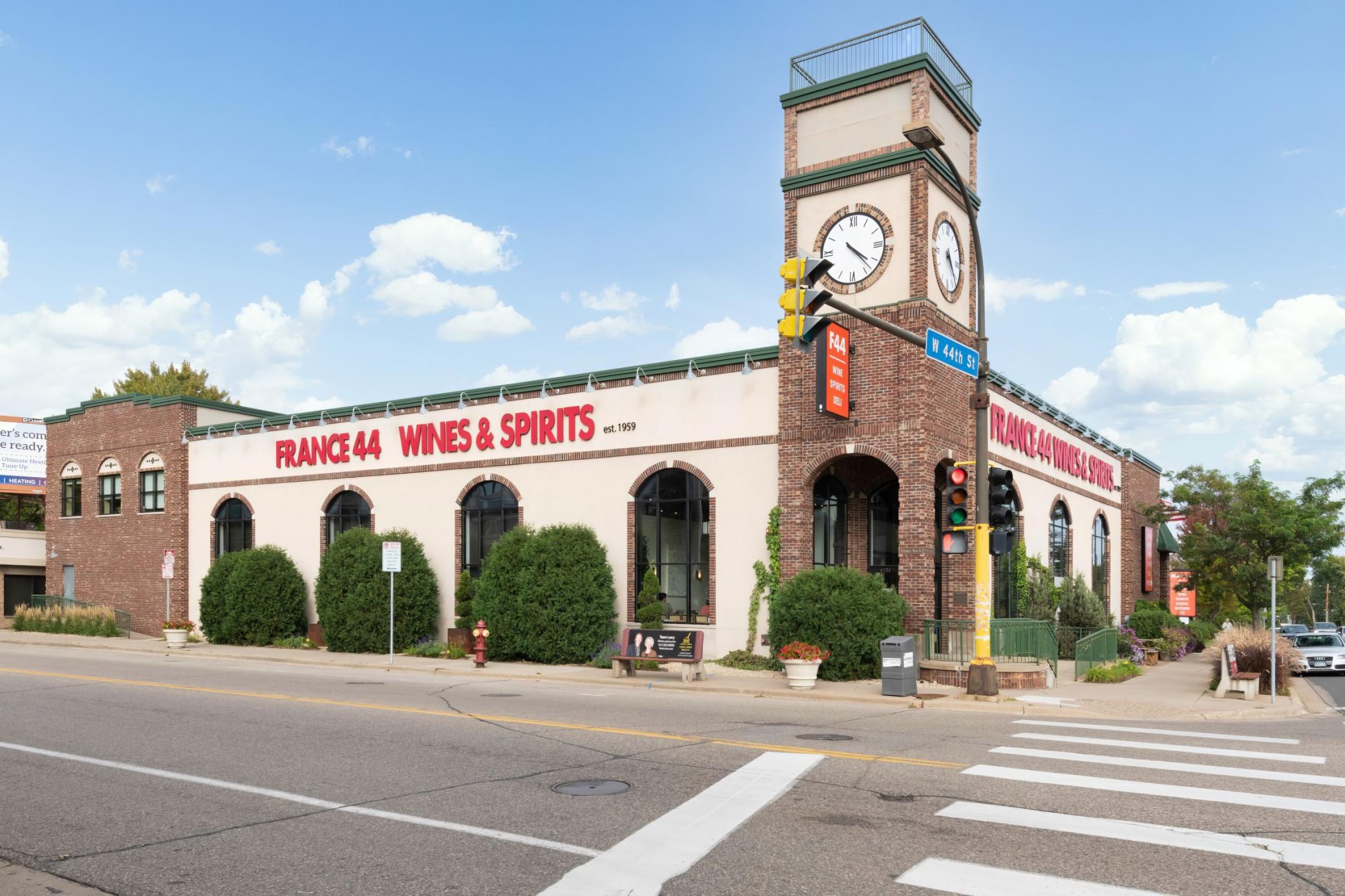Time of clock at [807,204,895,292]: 4:20
